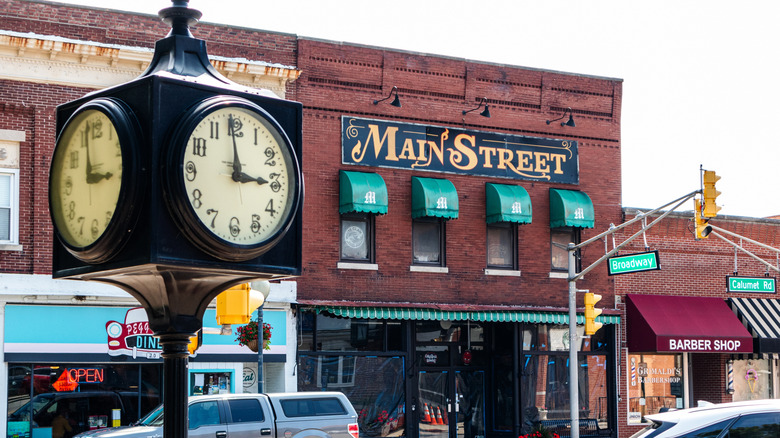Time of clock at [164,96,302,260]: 2:58
